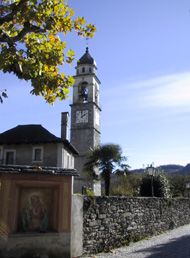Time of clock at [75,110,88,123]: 1:59
